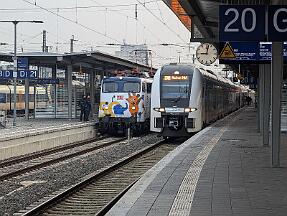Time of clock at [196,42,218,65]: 9:01
